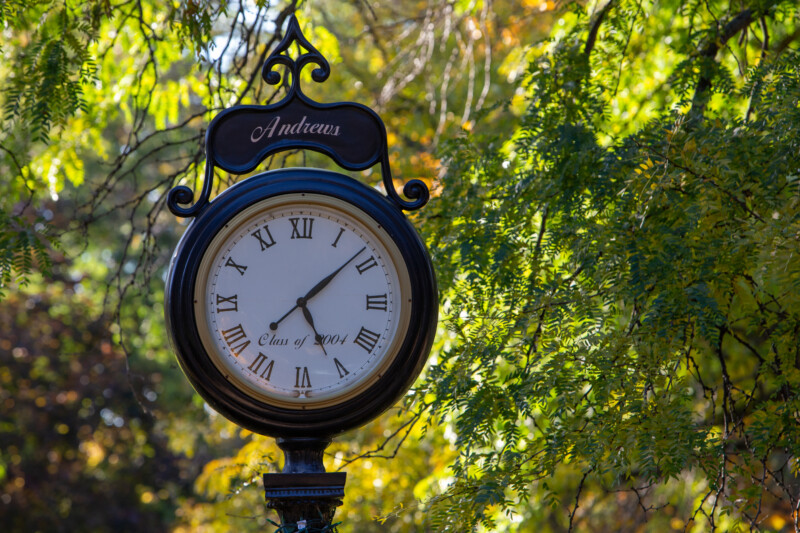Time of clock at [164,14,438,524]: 5:08
